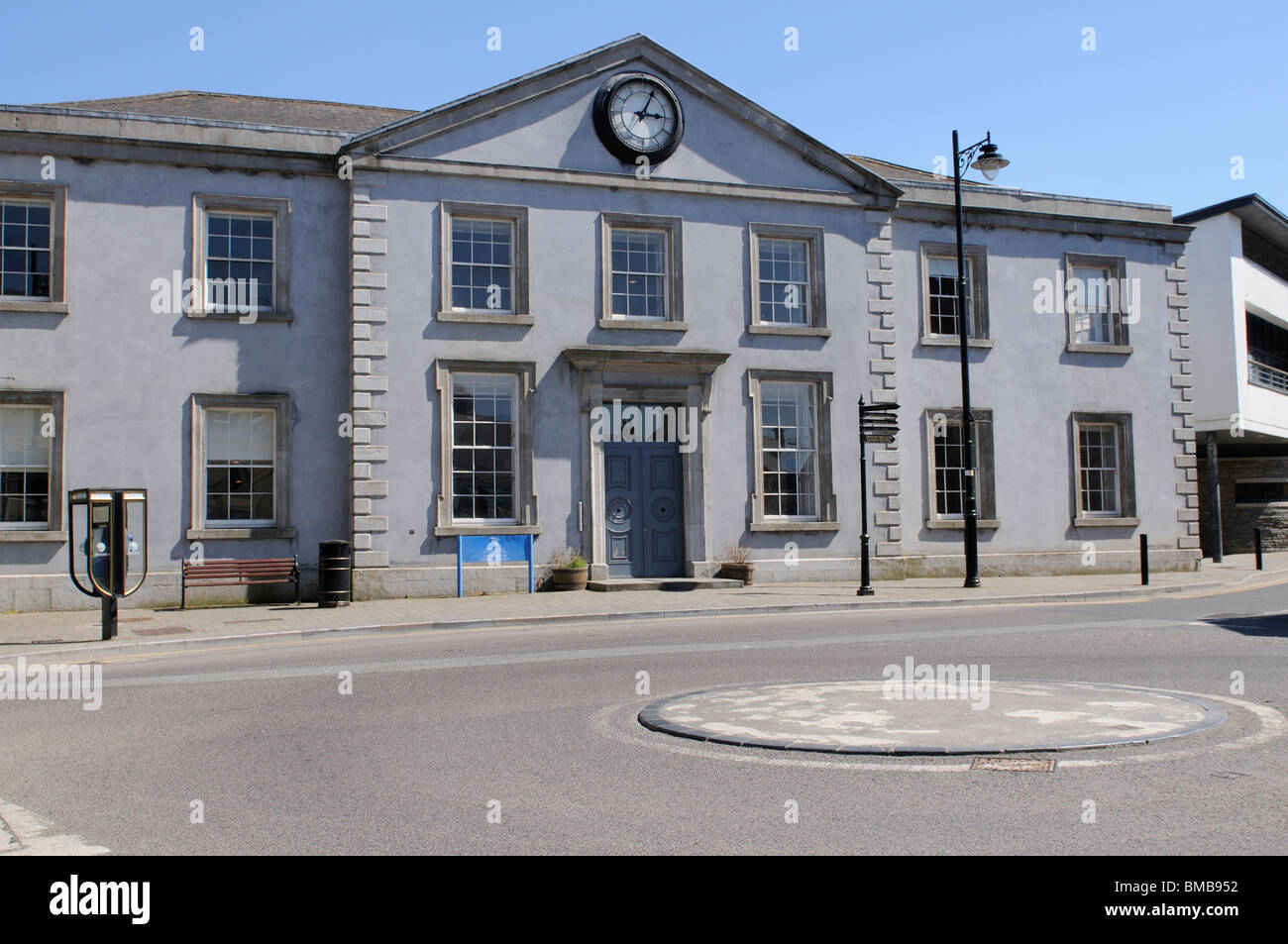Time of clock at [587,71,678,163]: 3:04
